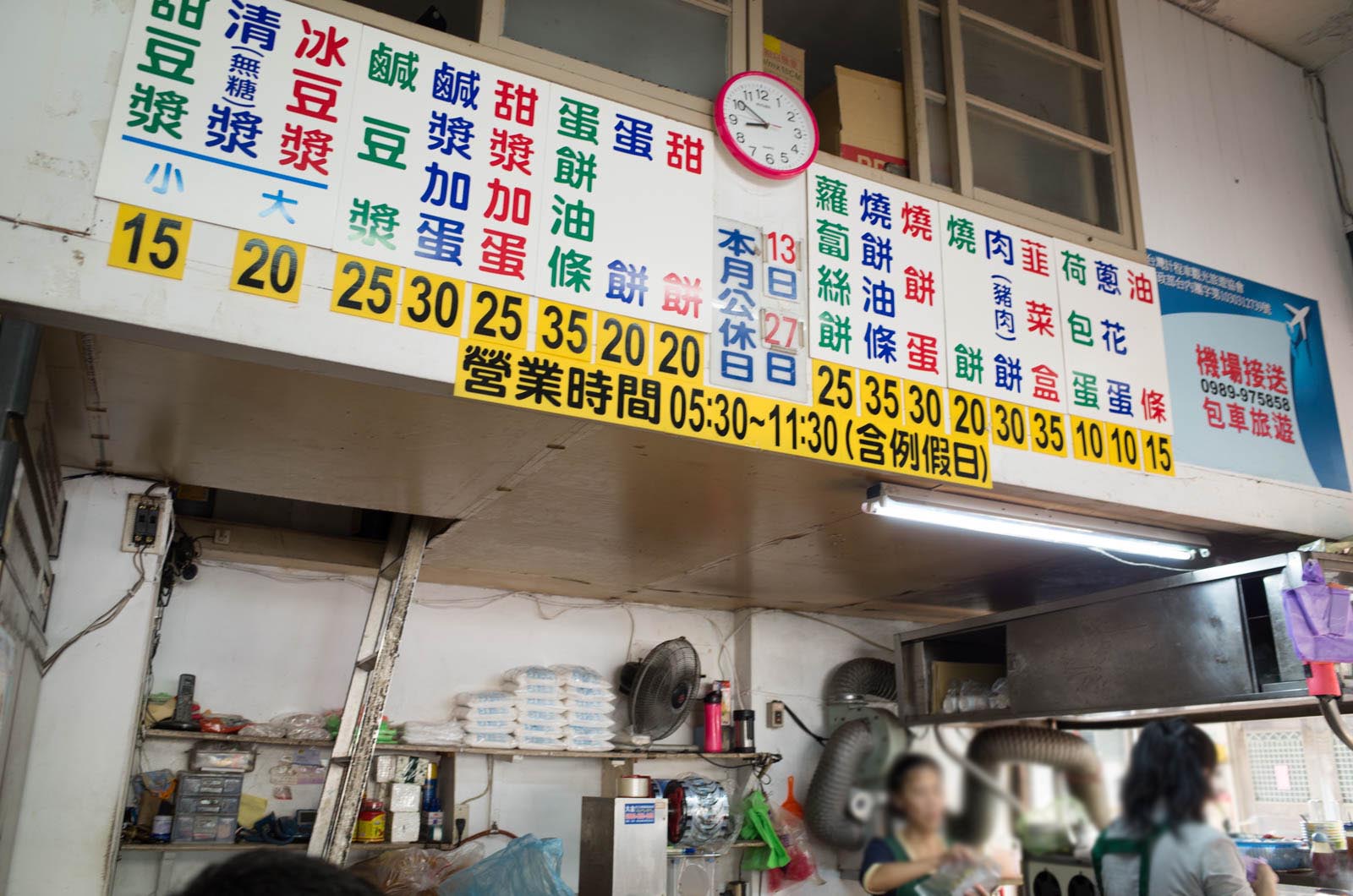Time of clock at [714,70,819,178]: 8:51
